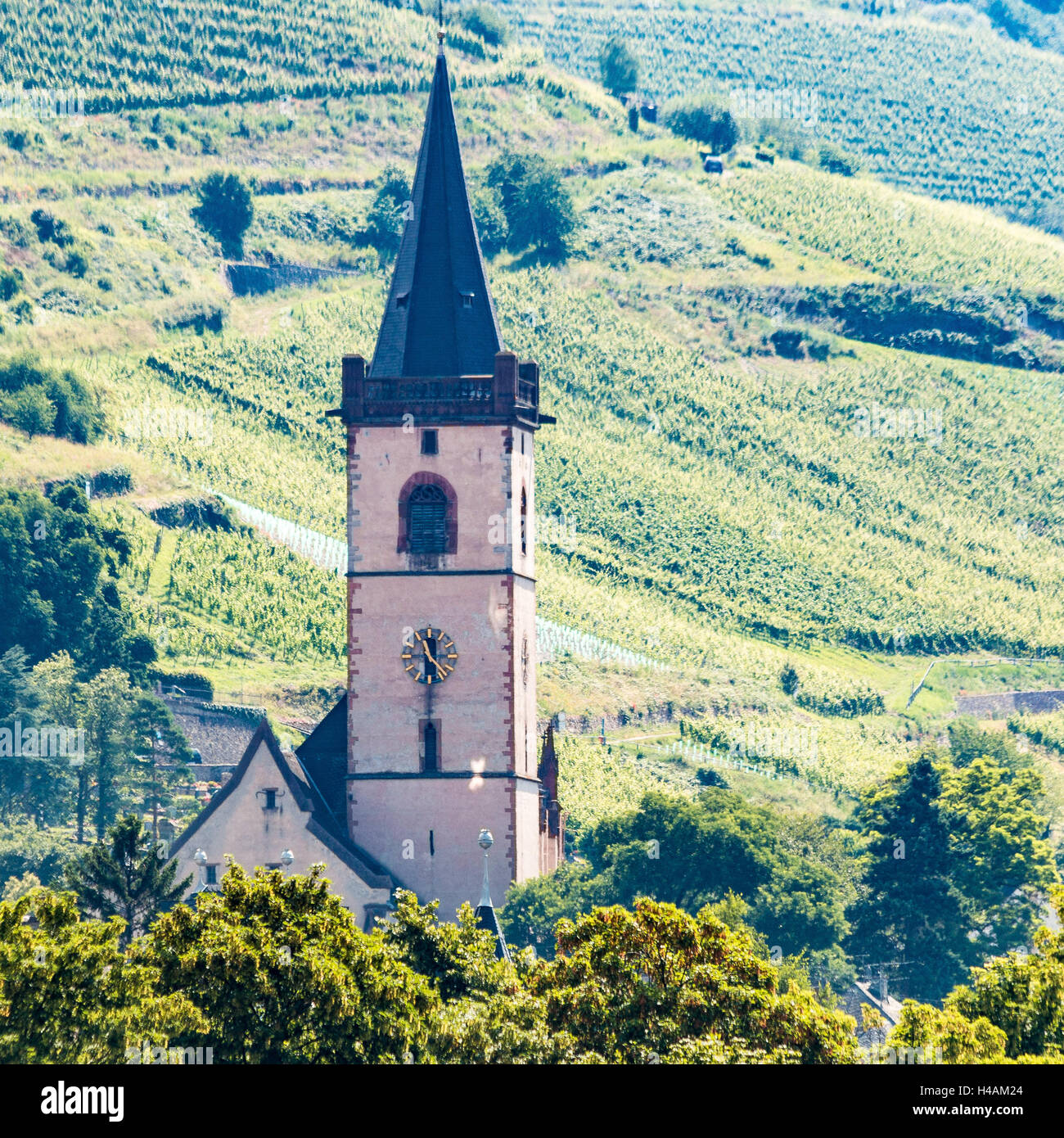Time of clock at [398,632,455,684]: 11:22
